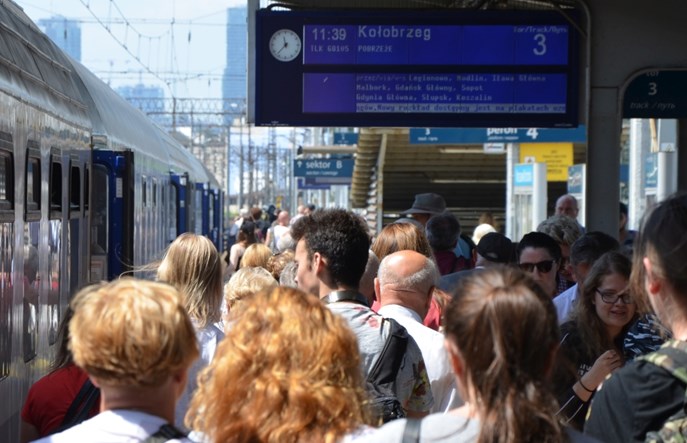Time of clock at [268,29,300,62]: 11:37
